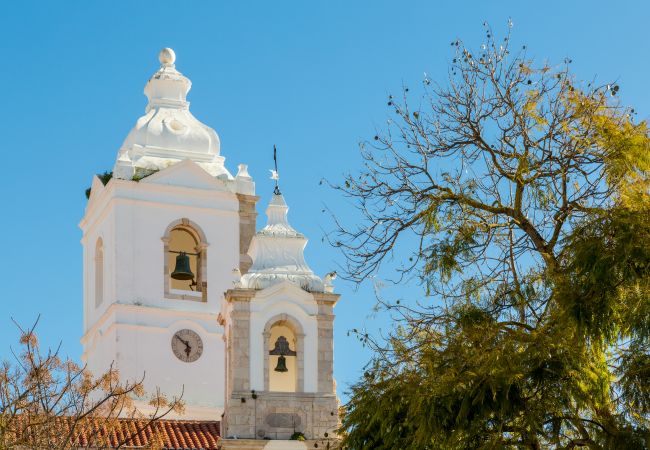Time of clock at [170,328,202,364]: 5:51
